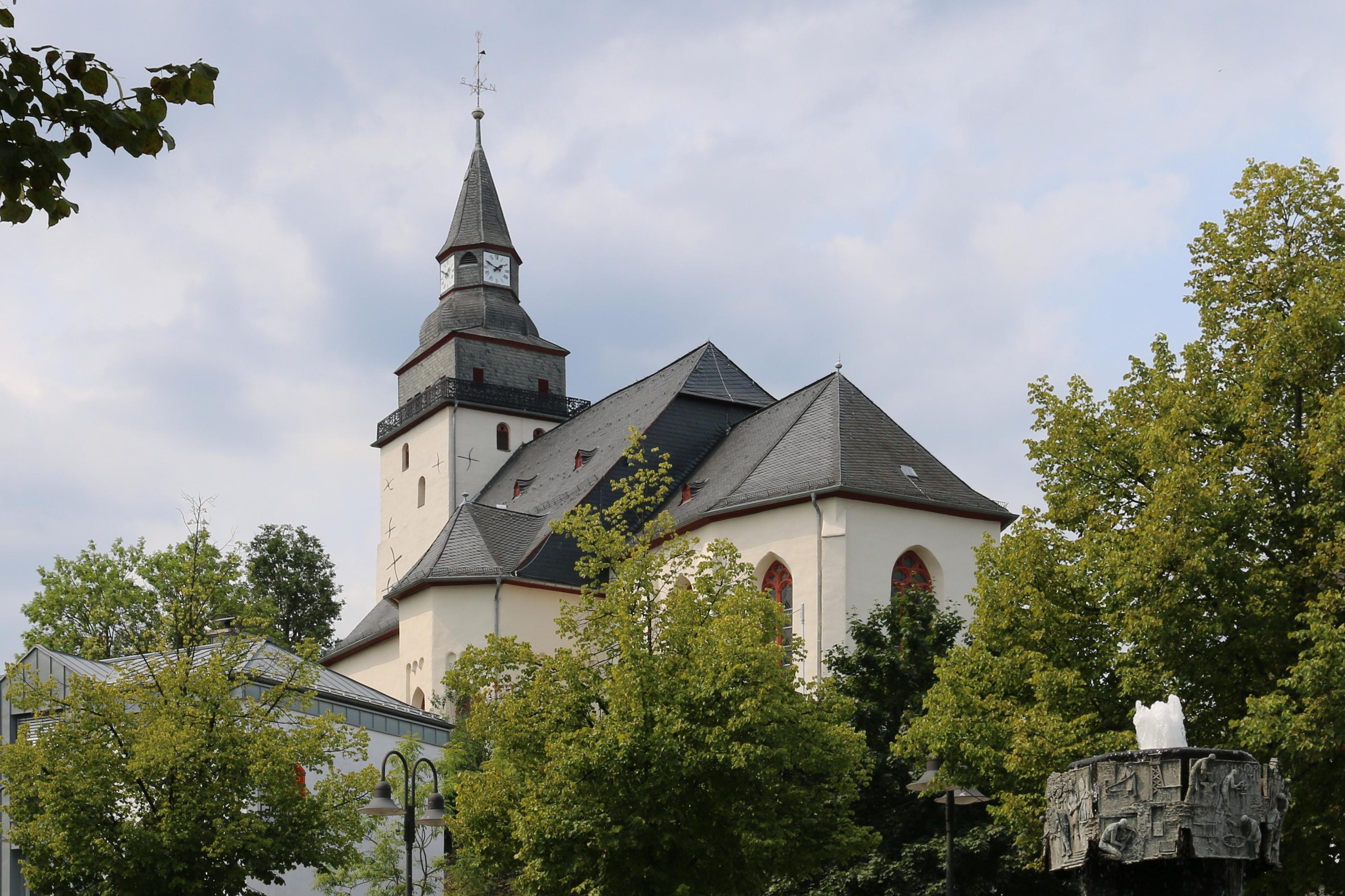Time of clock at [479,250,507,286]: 1:49
